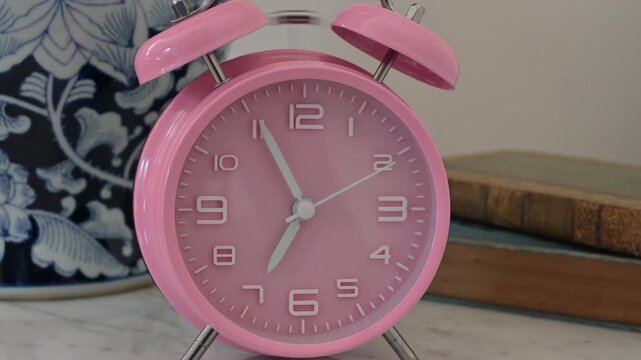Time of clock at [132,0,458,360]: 6:55
